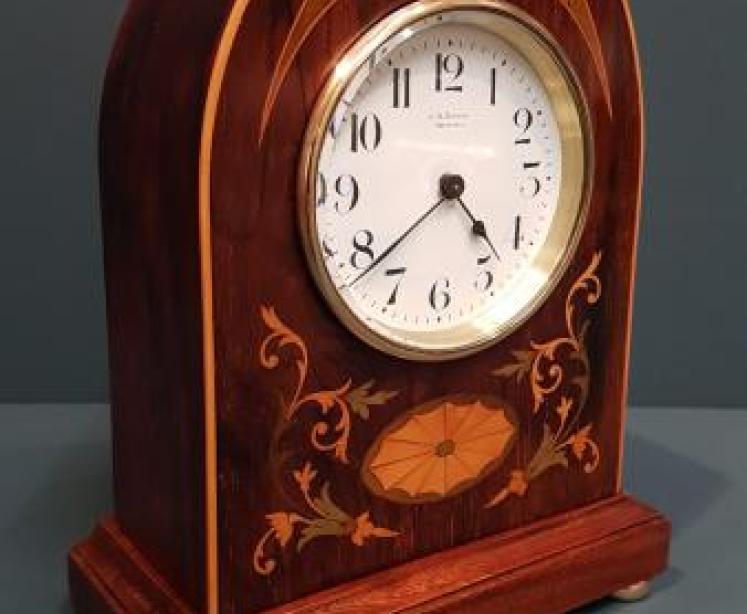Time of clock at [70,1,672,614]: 4:38
